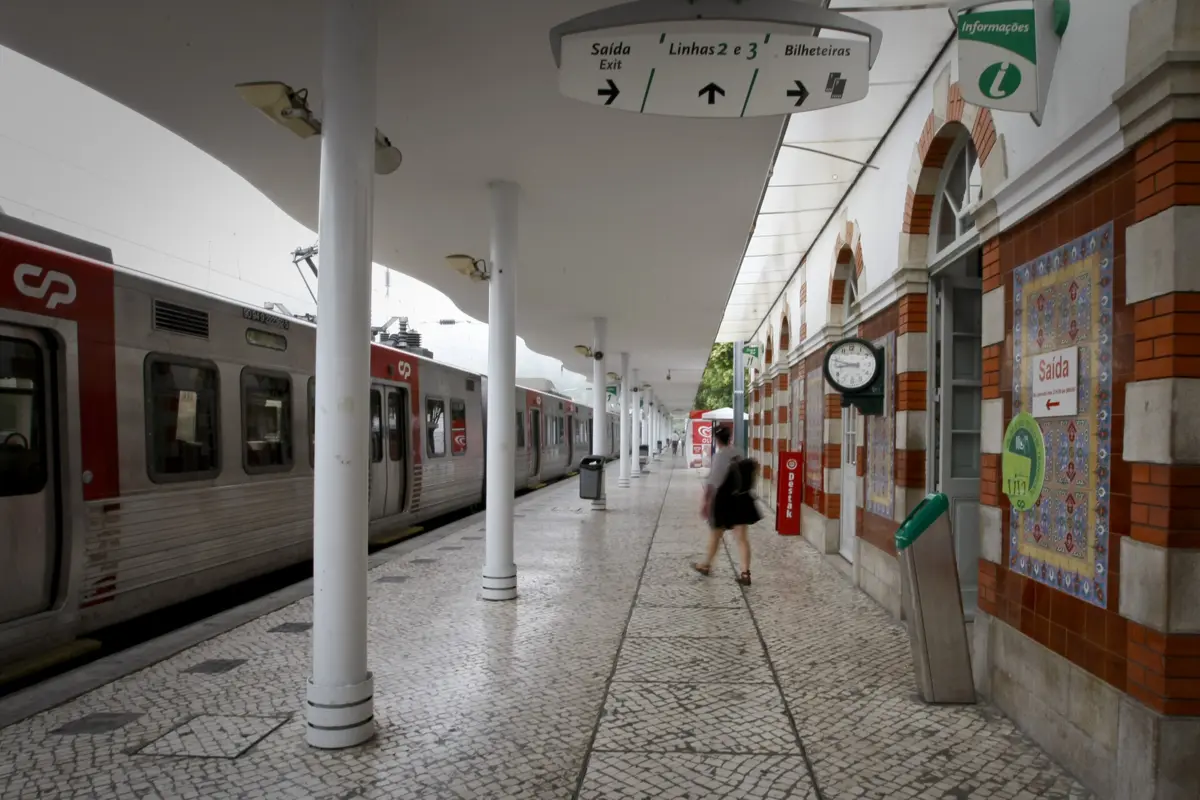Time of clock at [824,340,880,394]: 8:47
